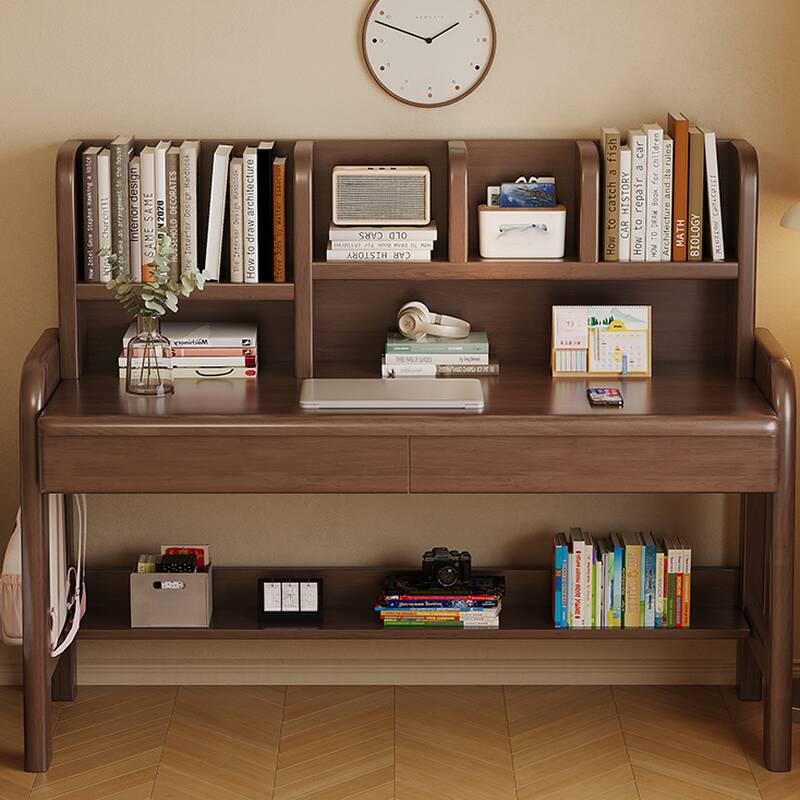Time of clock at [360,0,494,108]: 1:48
